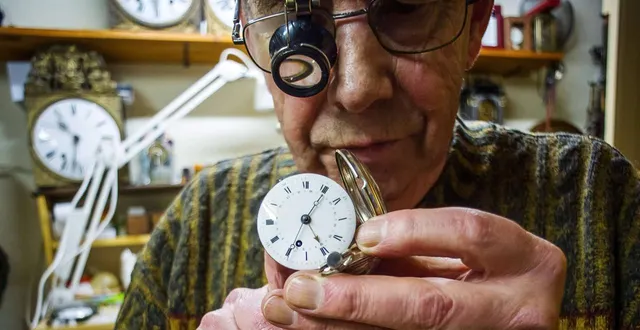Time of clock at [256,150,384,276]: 5:06
